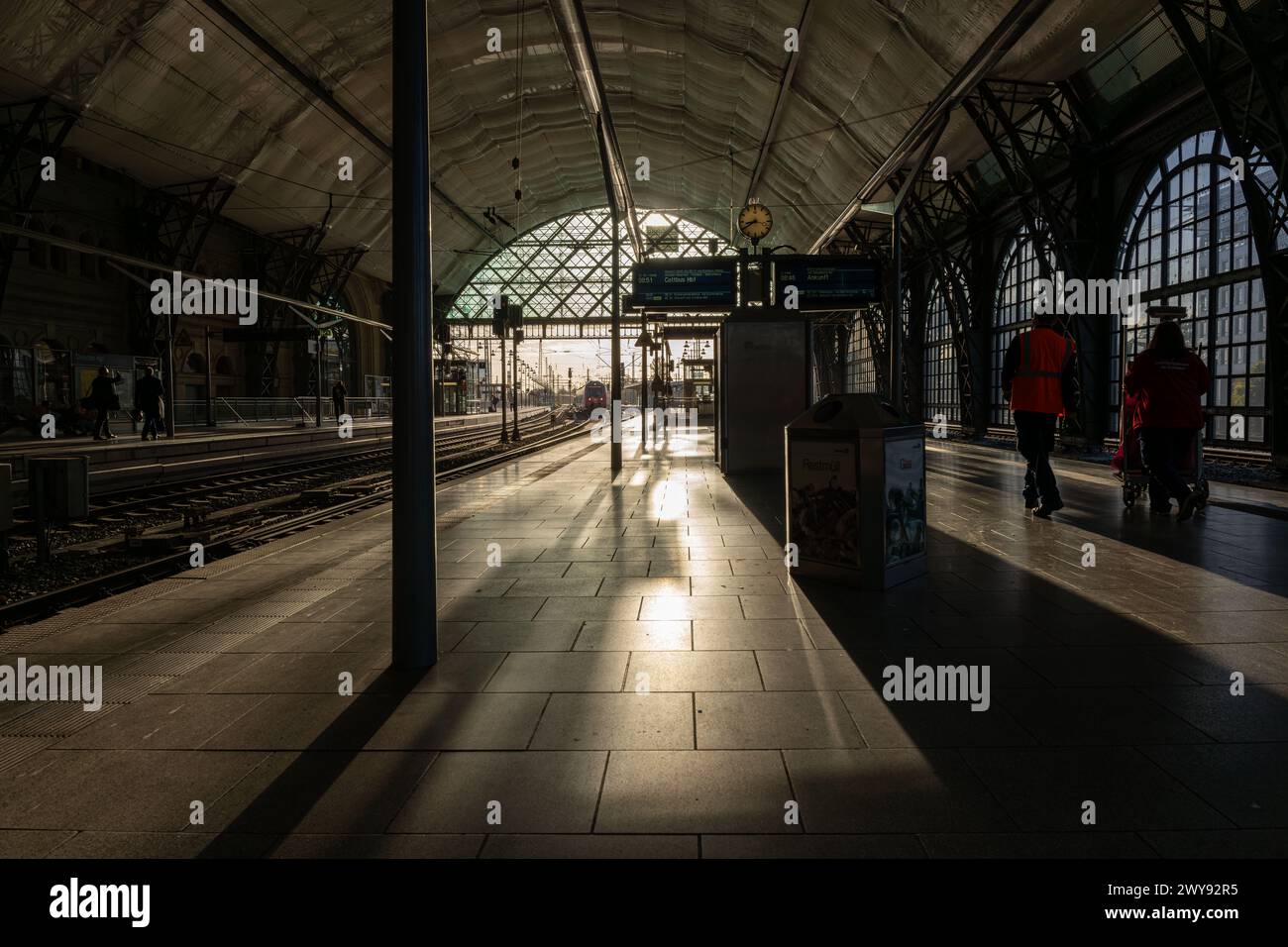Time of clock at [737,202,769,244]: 8:39
